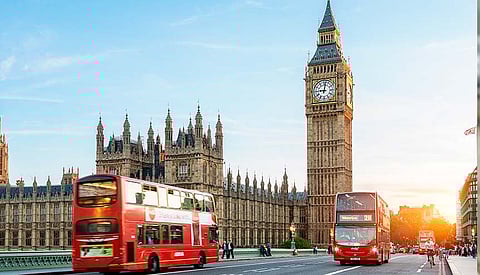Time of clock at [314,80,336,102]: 9:01
